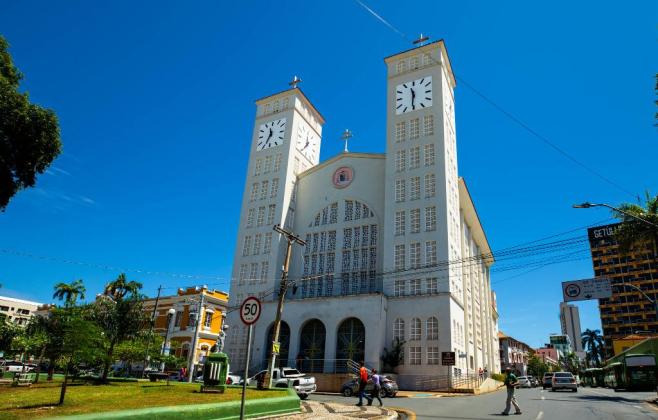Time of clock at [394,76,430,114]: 11:31
